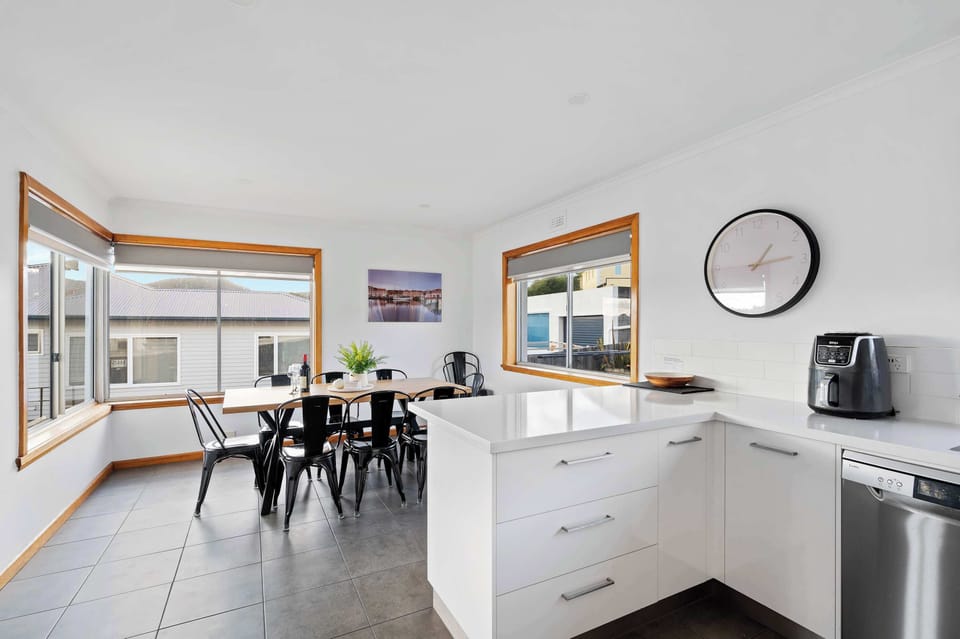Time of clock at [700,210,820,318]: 1:14
